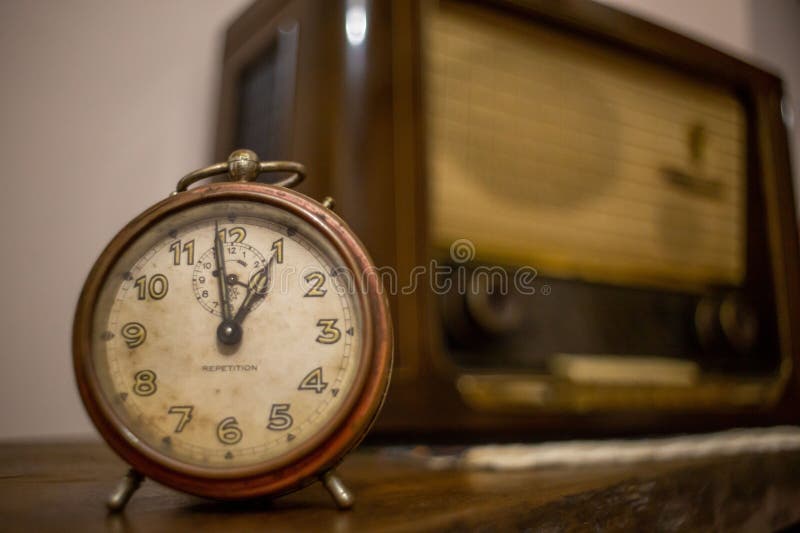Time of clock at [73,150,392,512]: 12:58
